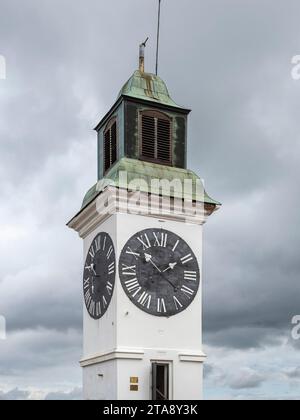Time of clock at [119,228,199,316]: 1:52
